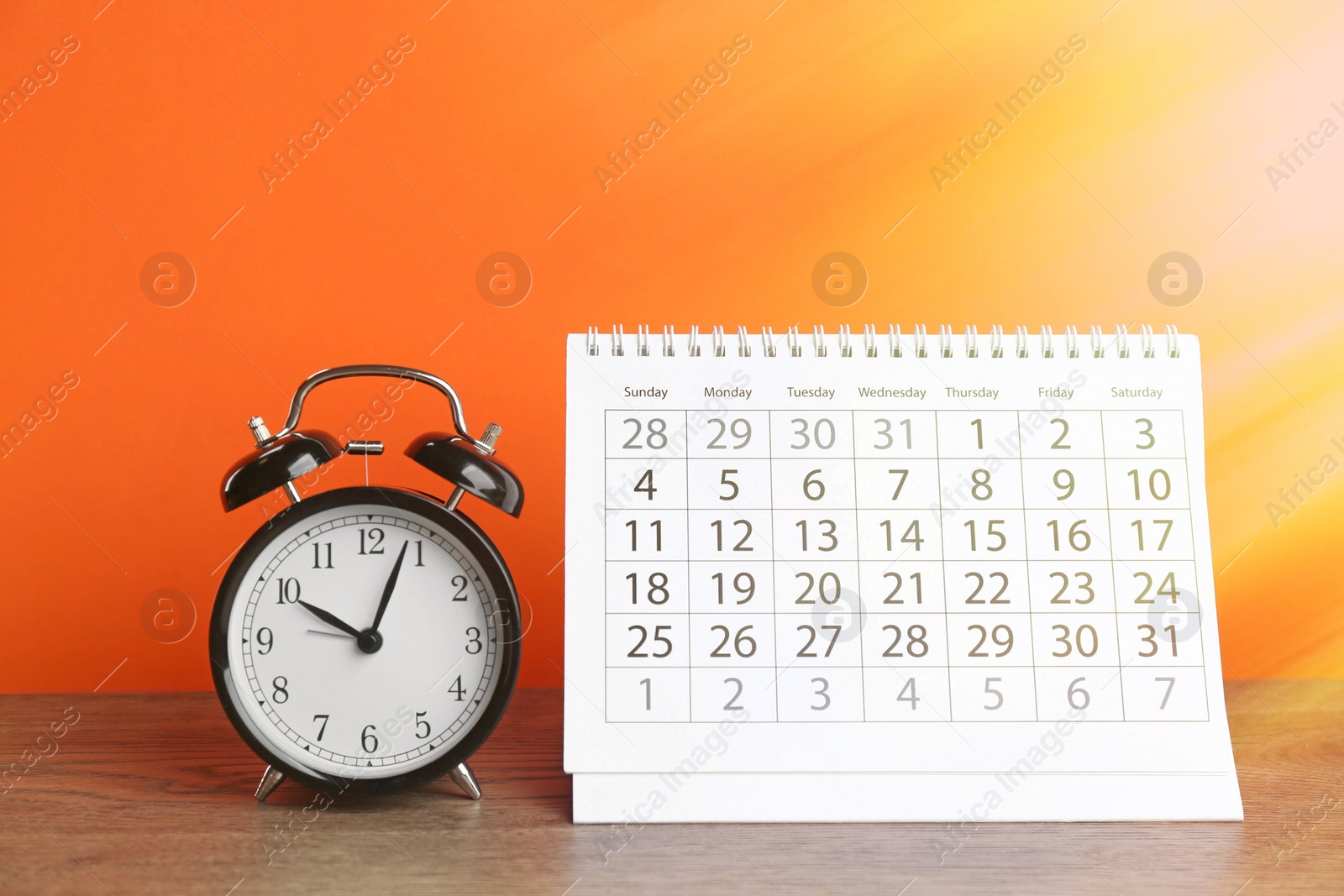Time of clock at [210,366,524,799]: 10:03
